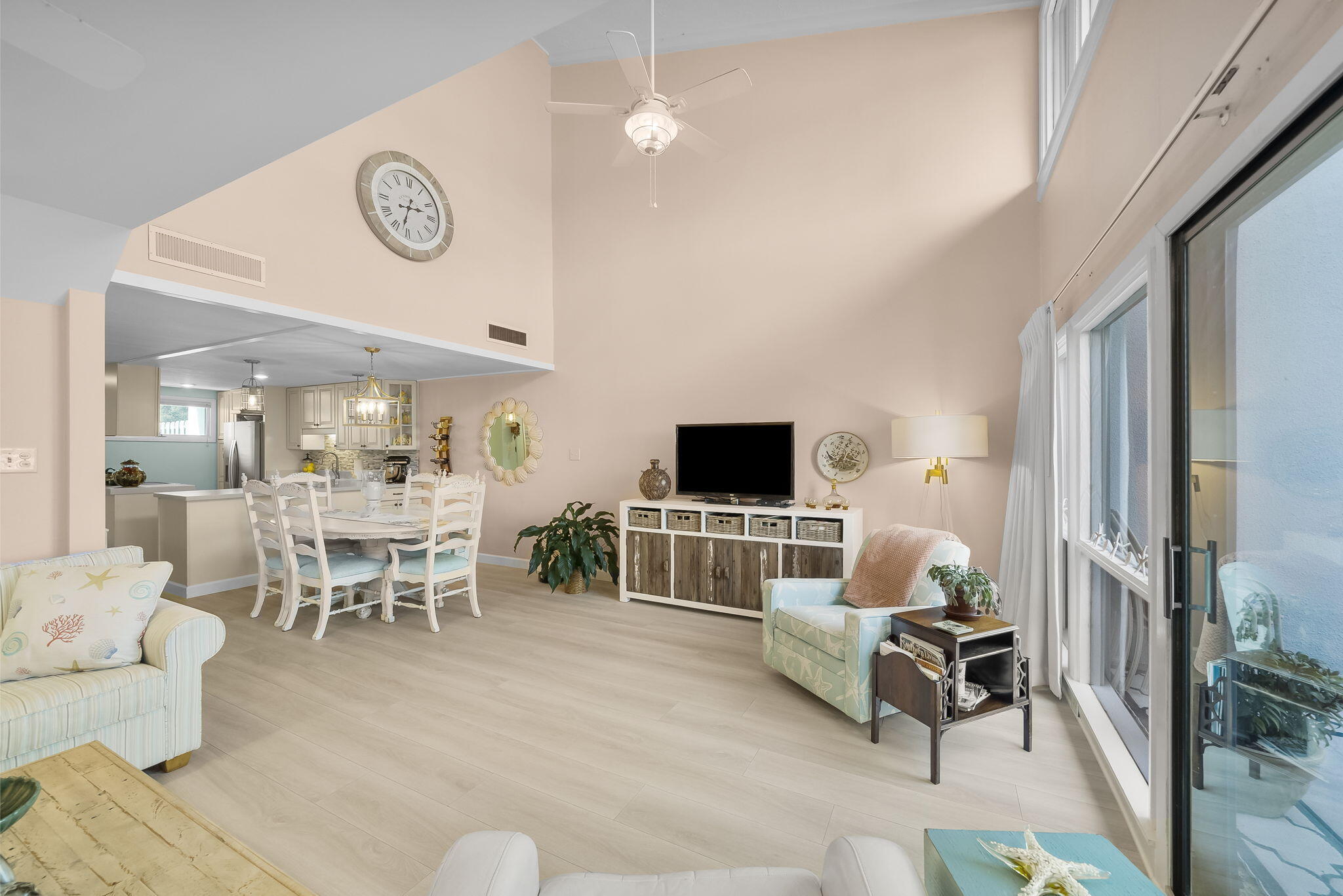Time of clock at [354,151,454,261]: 2:32
